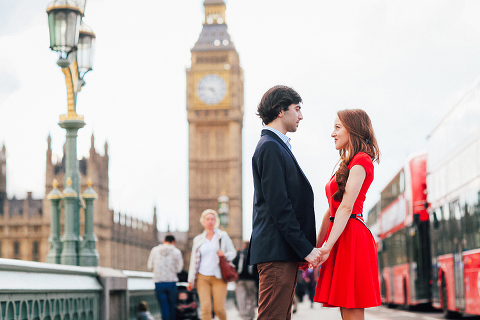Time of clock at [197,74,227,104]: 4:46
